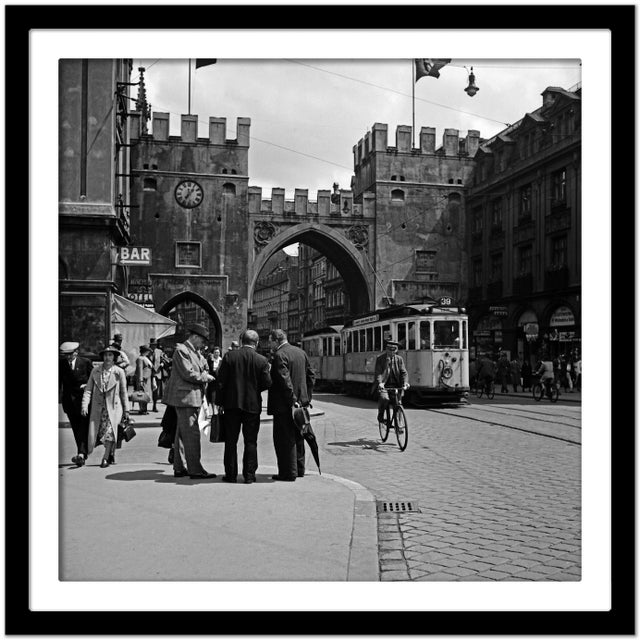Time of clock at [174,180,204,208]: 7:07
